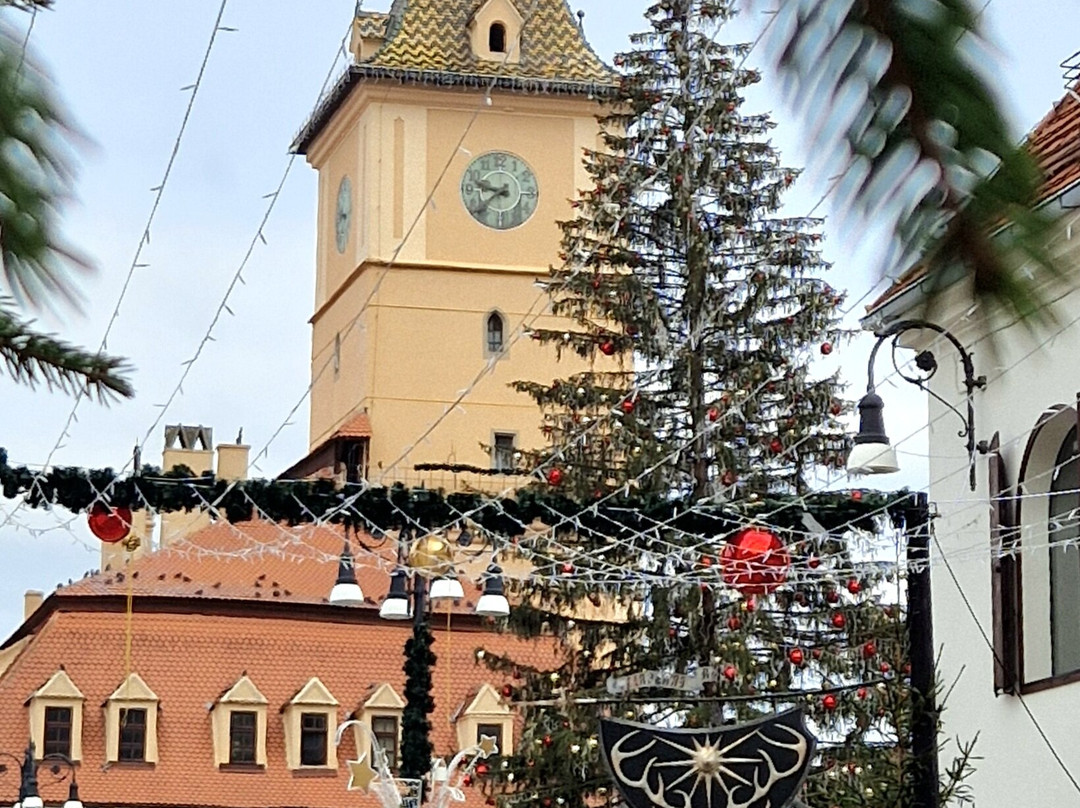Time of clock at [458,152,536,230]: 9:38
